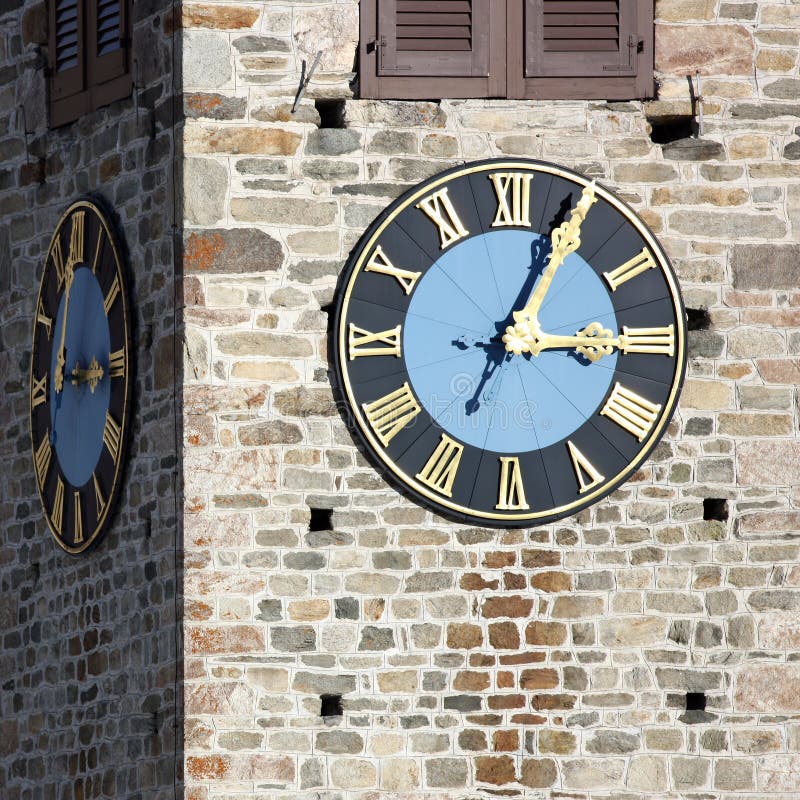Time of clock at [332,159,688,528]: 3:04
